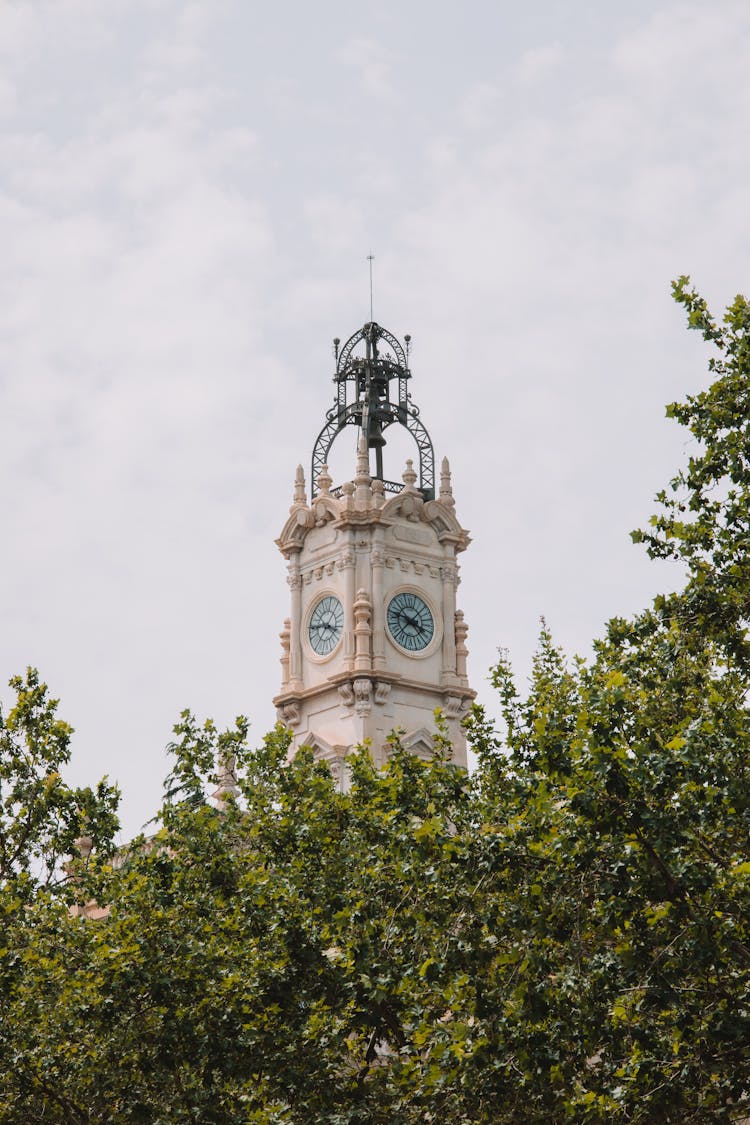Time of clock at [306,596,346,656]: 3:44
